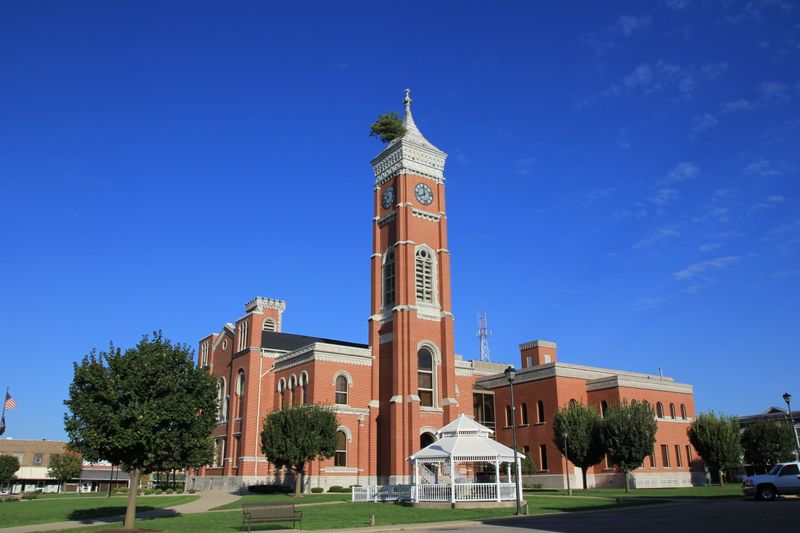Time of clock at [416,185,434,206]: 7:59
